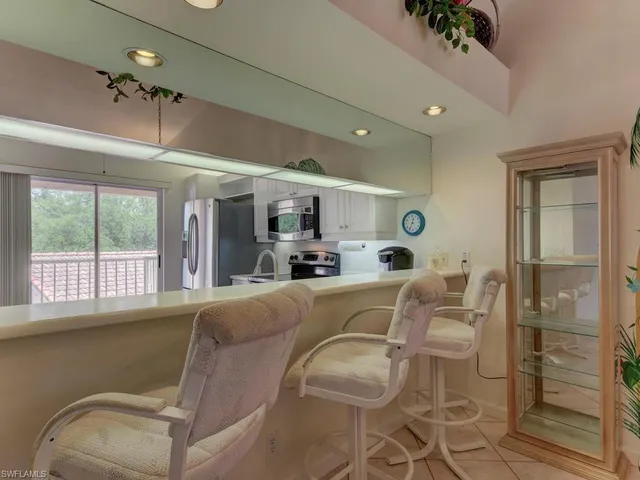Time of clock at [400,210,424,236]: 12:34
